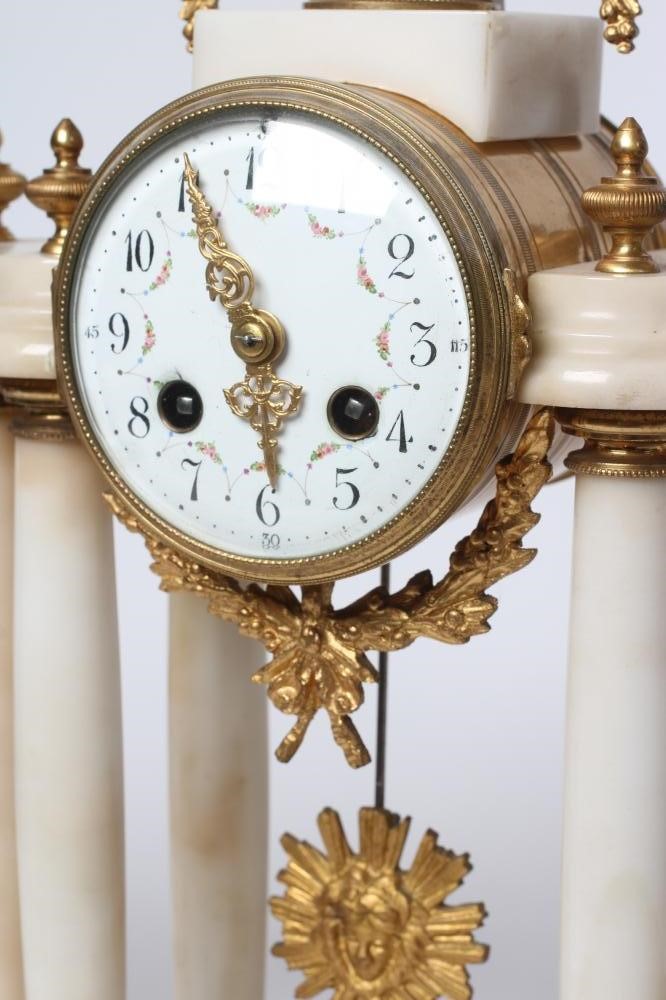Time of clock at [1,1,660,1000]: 5:55
